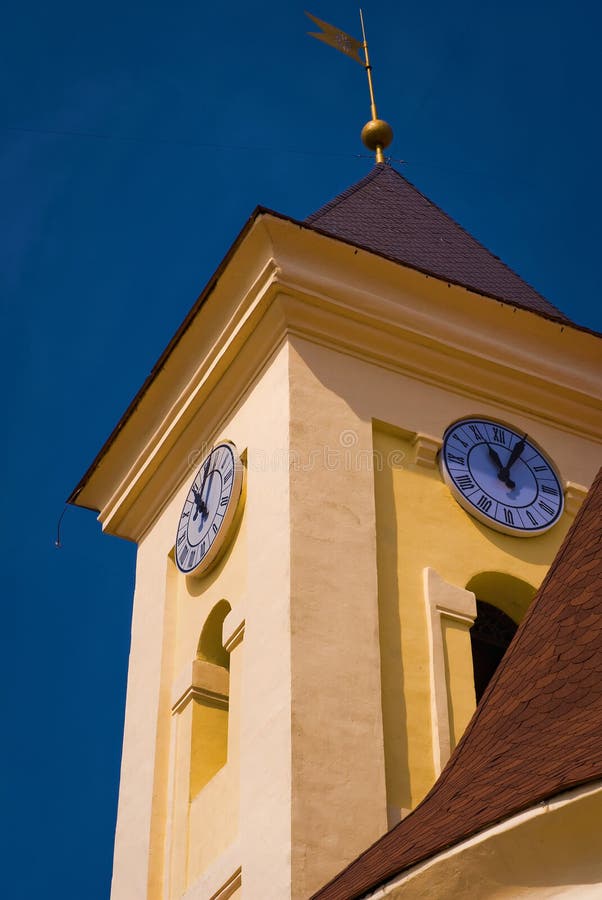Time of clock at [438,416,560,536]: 11:04
